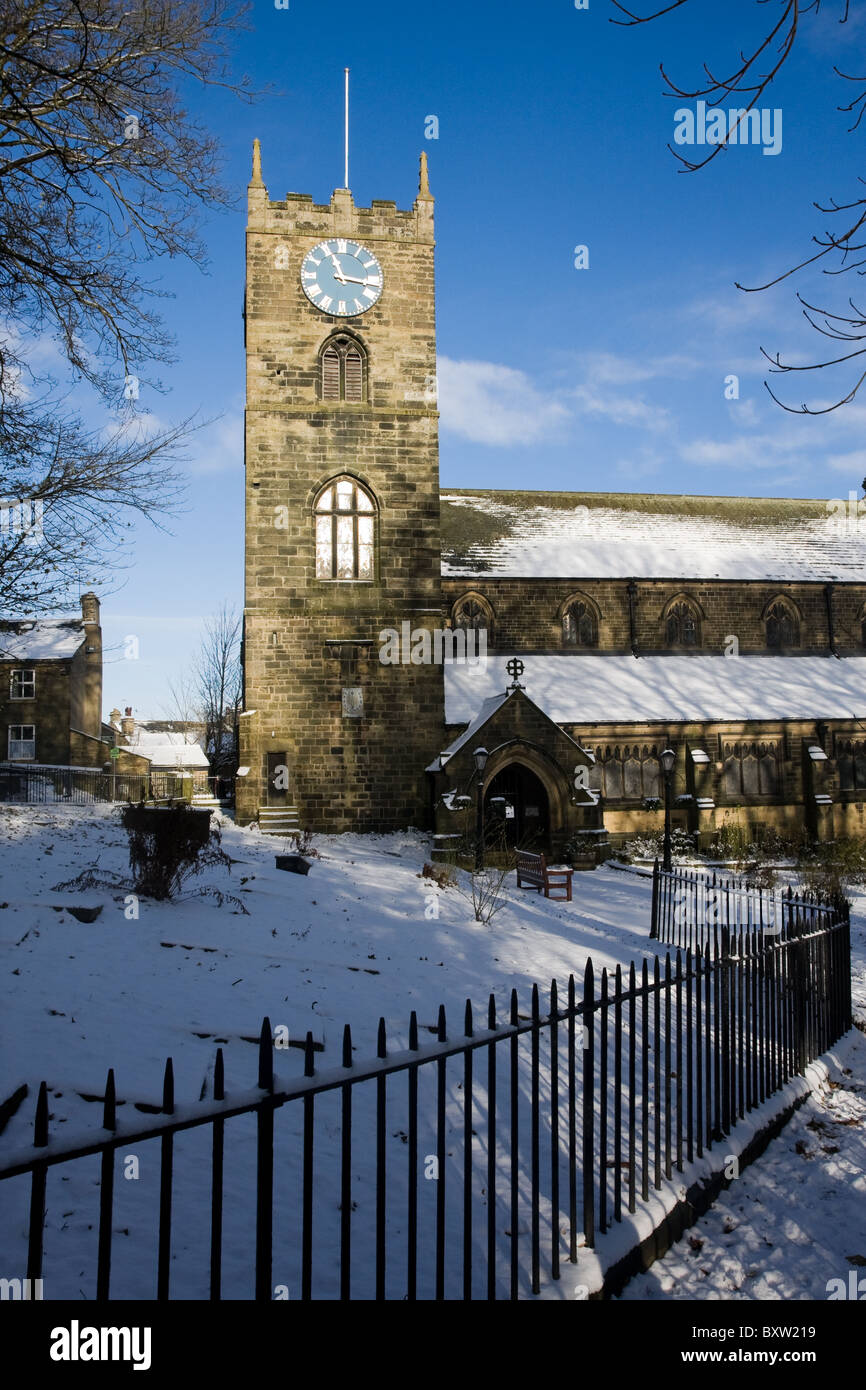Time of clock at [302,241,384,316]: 11:16
